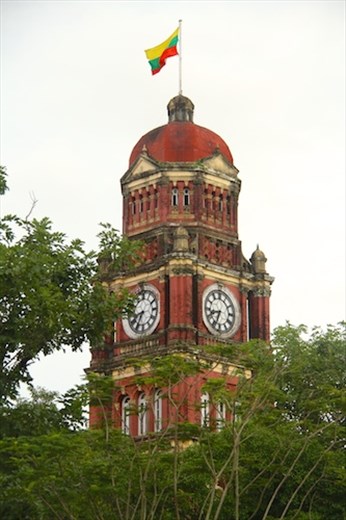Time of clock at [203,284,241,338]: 8:33
